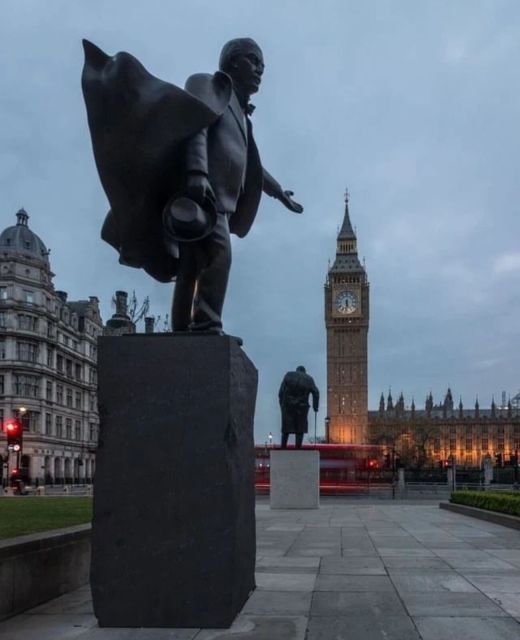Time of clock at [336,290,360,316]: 5:31
